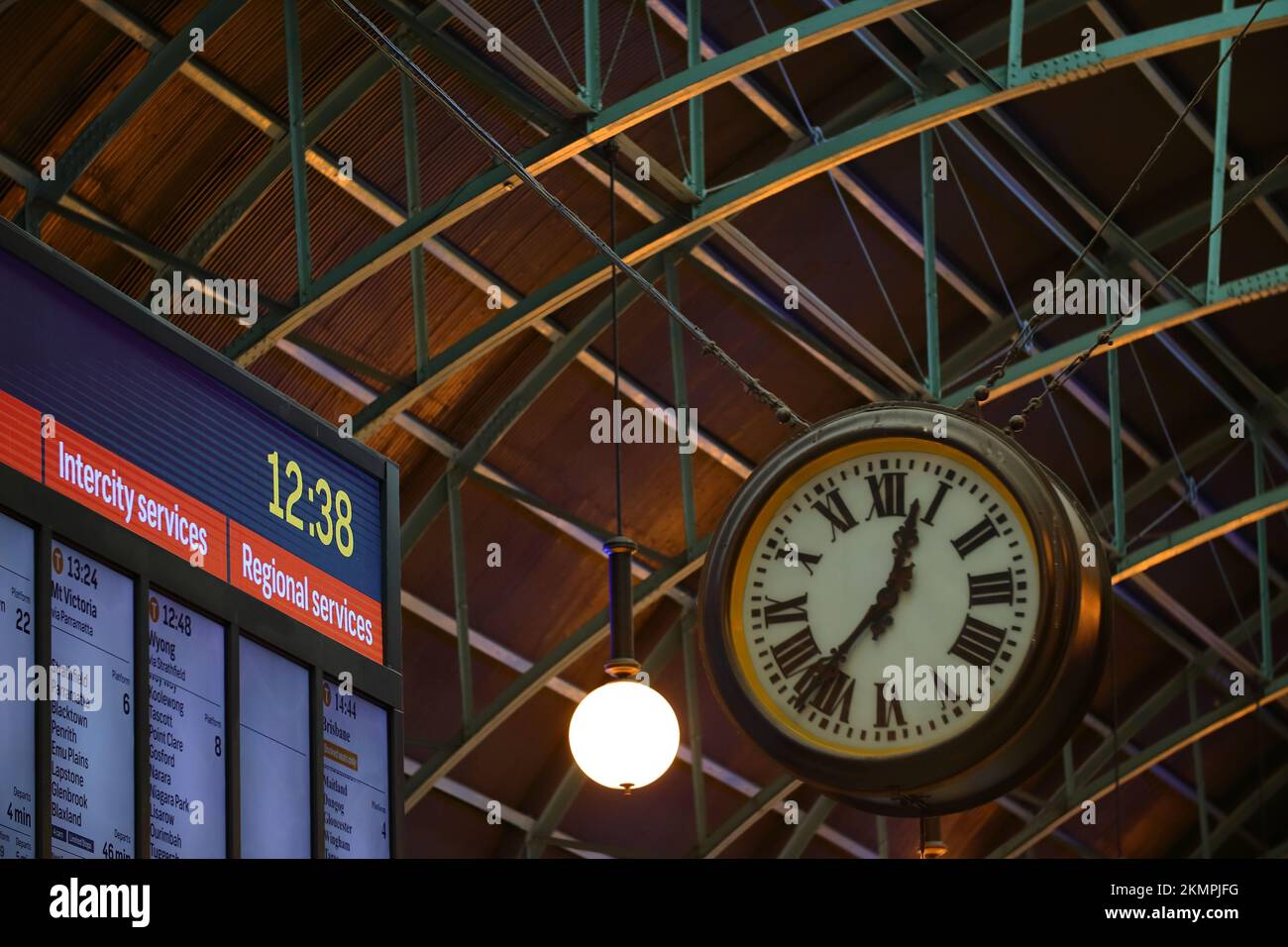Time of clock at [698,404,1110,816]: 12:37
